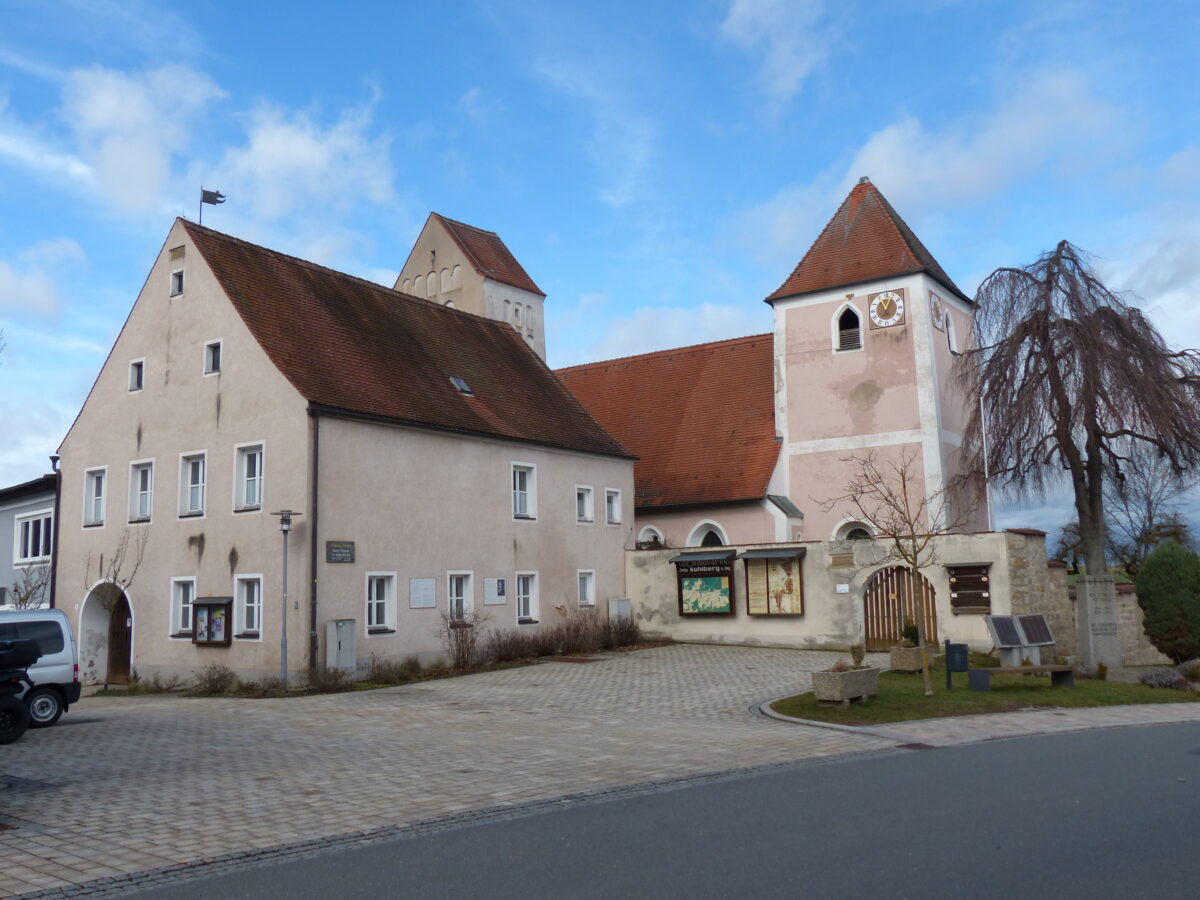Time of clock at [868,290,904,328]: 11:04
